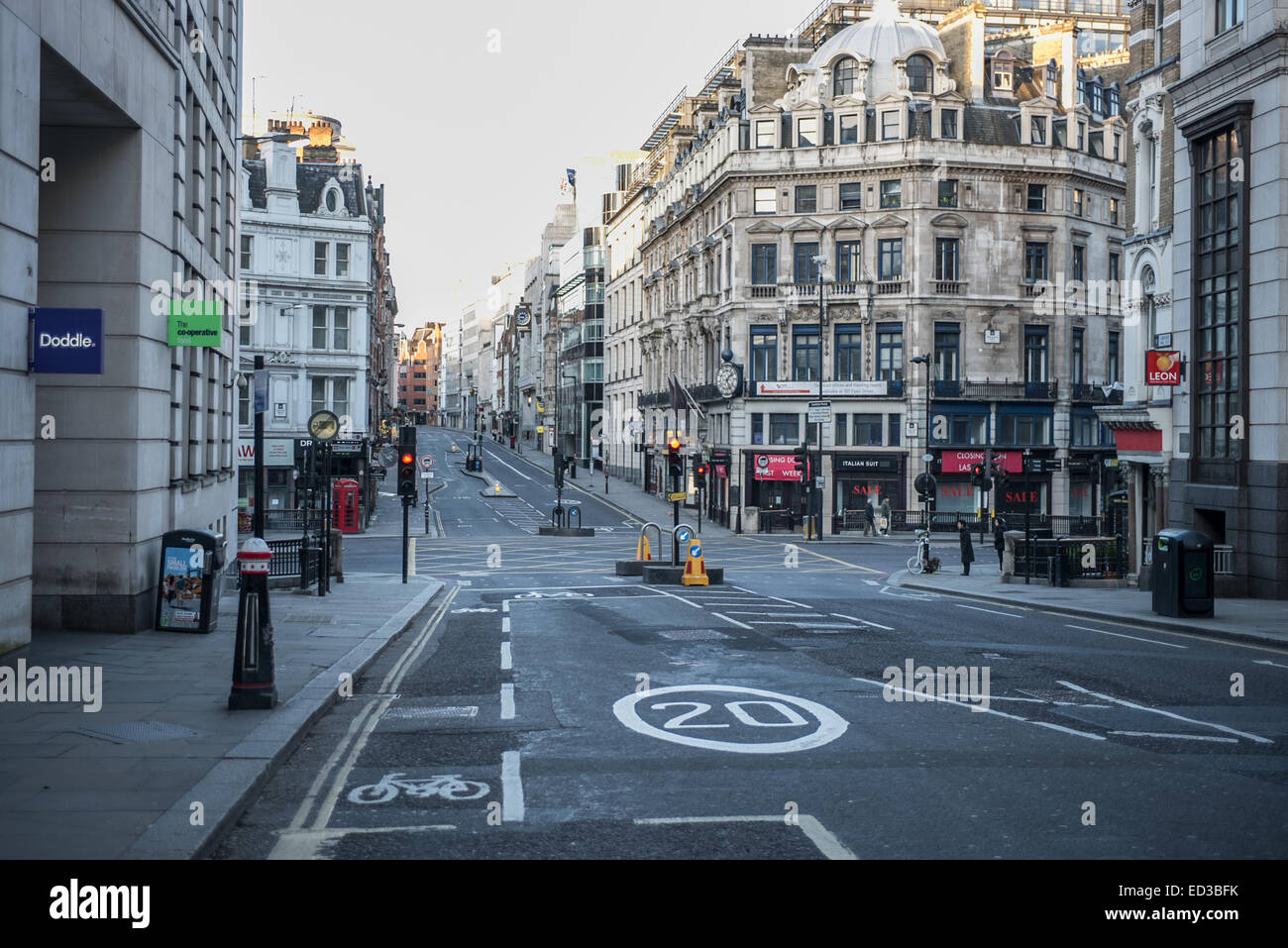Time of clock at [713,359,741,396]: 1:24
